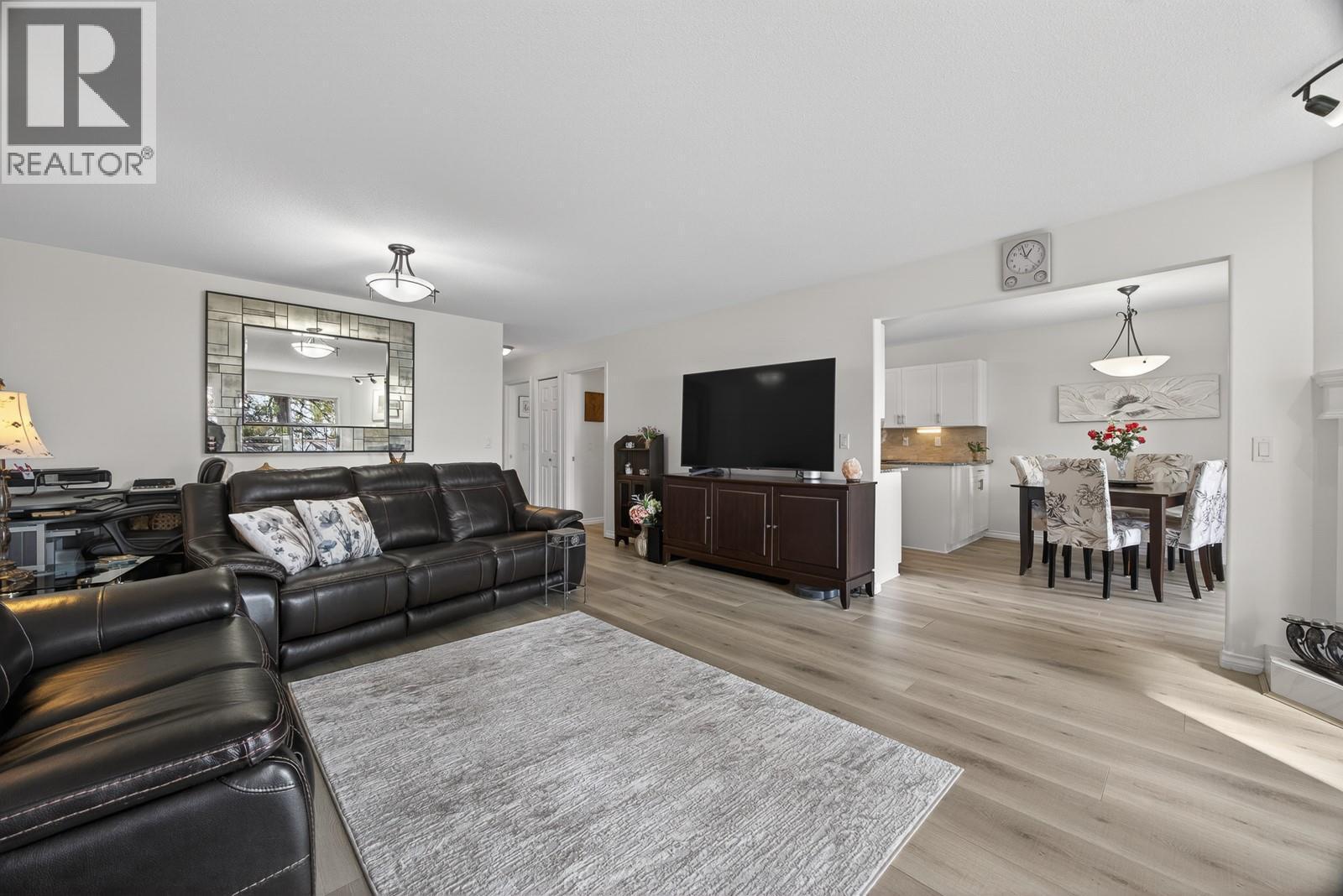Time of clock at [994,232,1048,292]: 12:57
